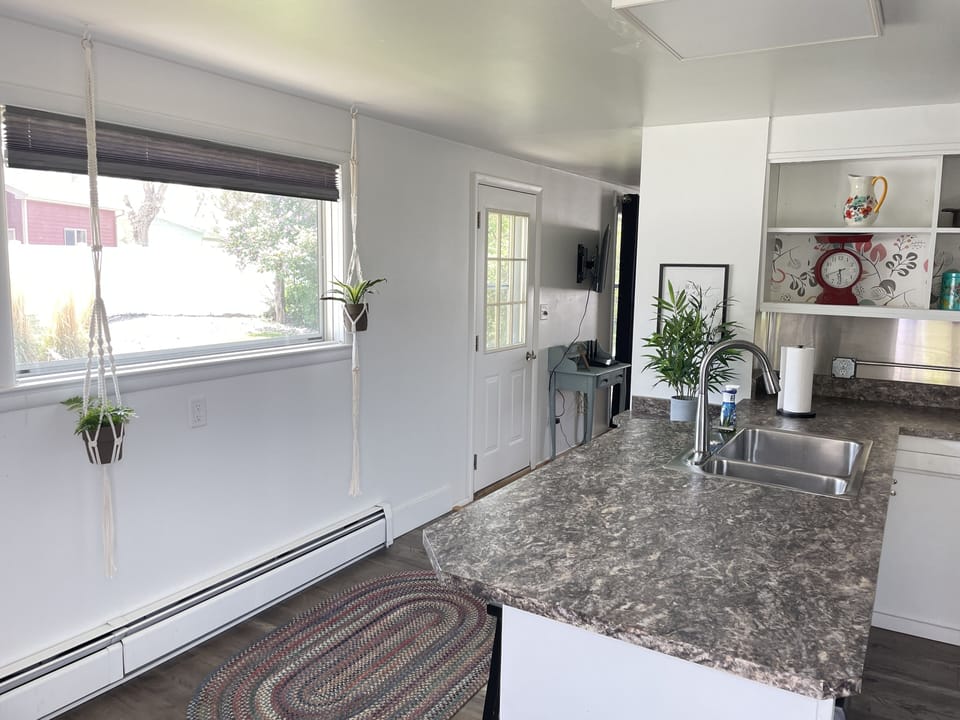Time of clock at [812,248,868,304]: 5:41
